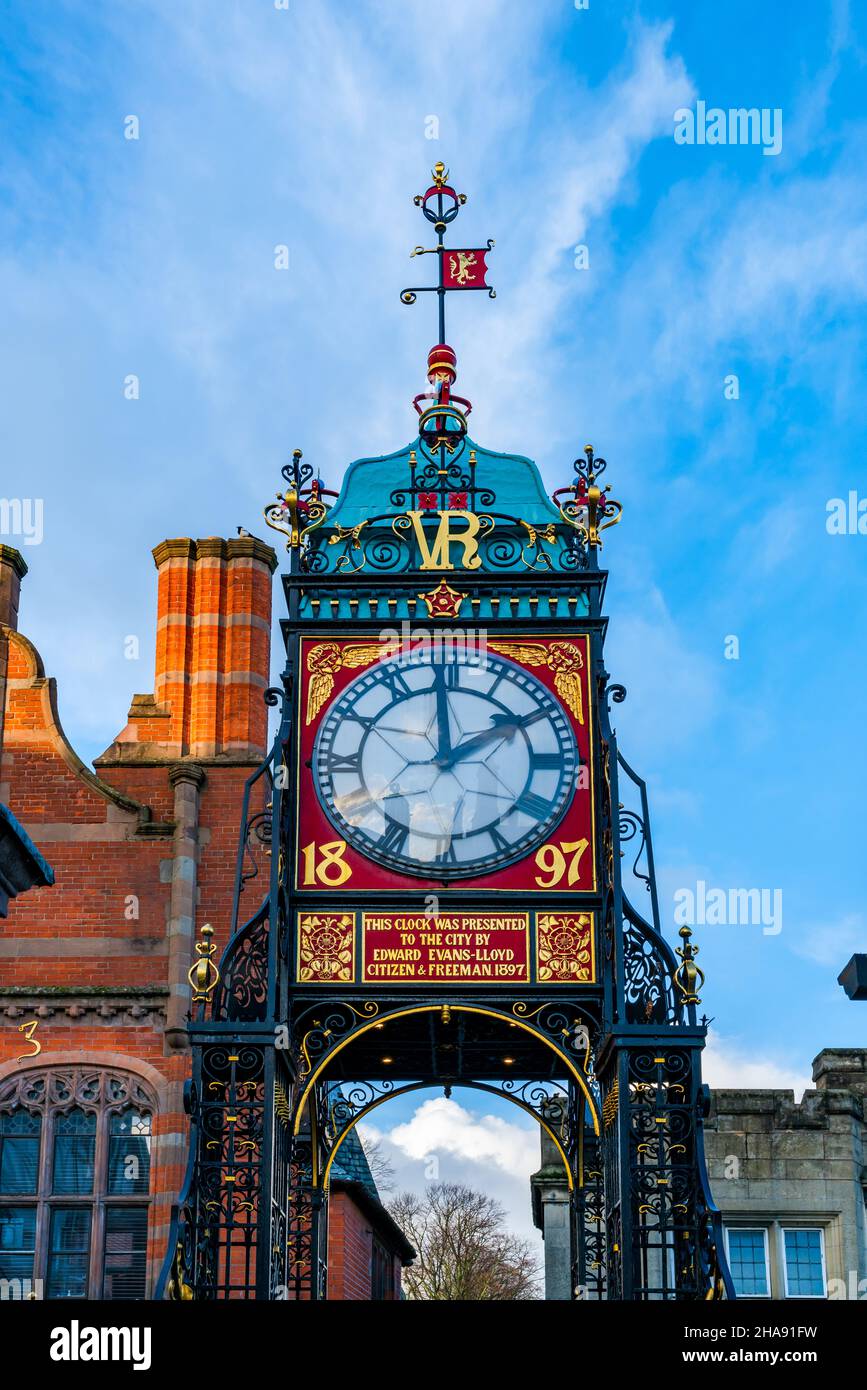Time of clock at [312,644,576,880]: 1:59
